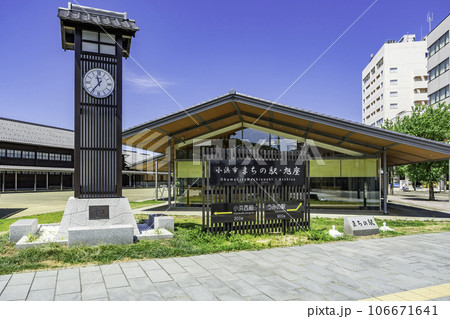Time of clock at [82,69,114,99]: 11:36
